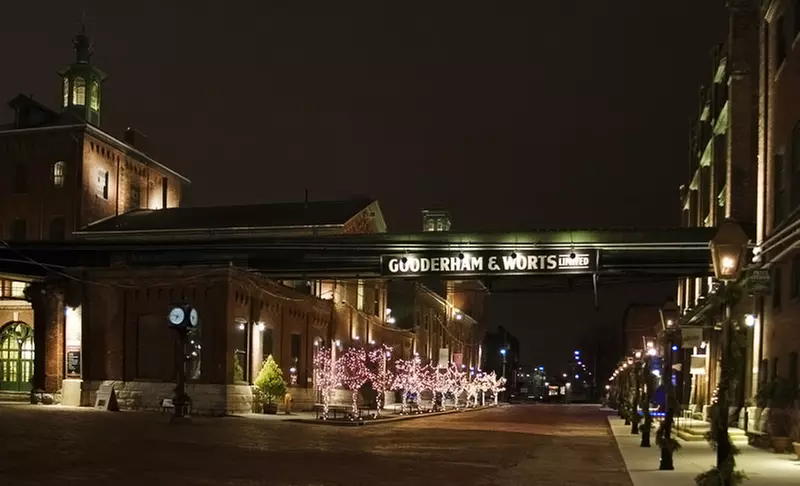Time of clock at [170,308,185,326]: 6:47
